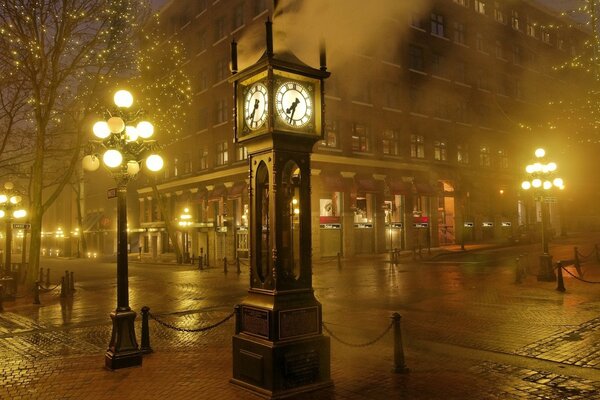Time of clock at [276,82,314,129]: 7:32
